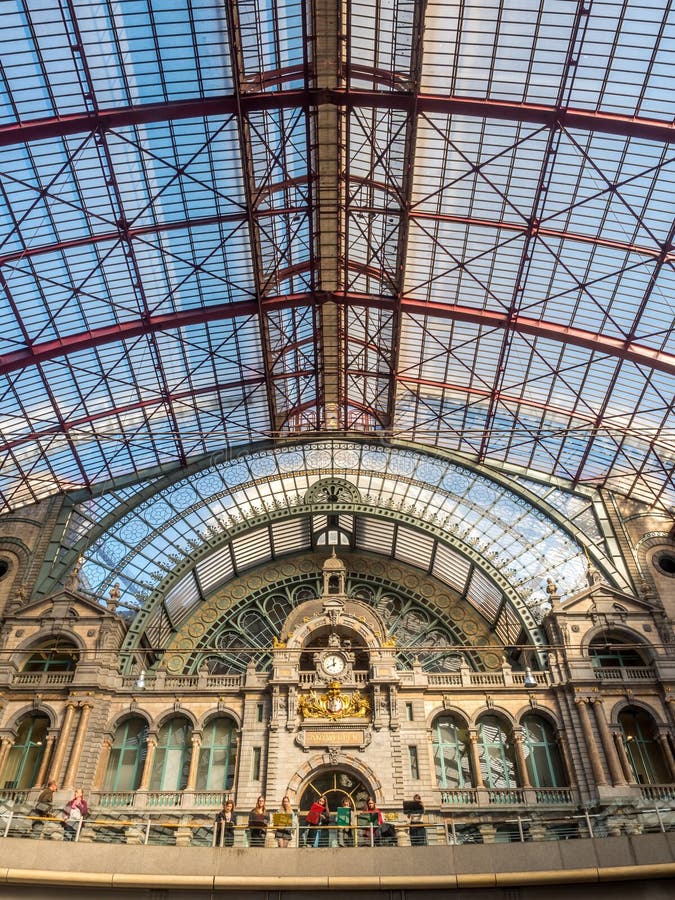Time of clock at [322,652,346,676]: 11:41
